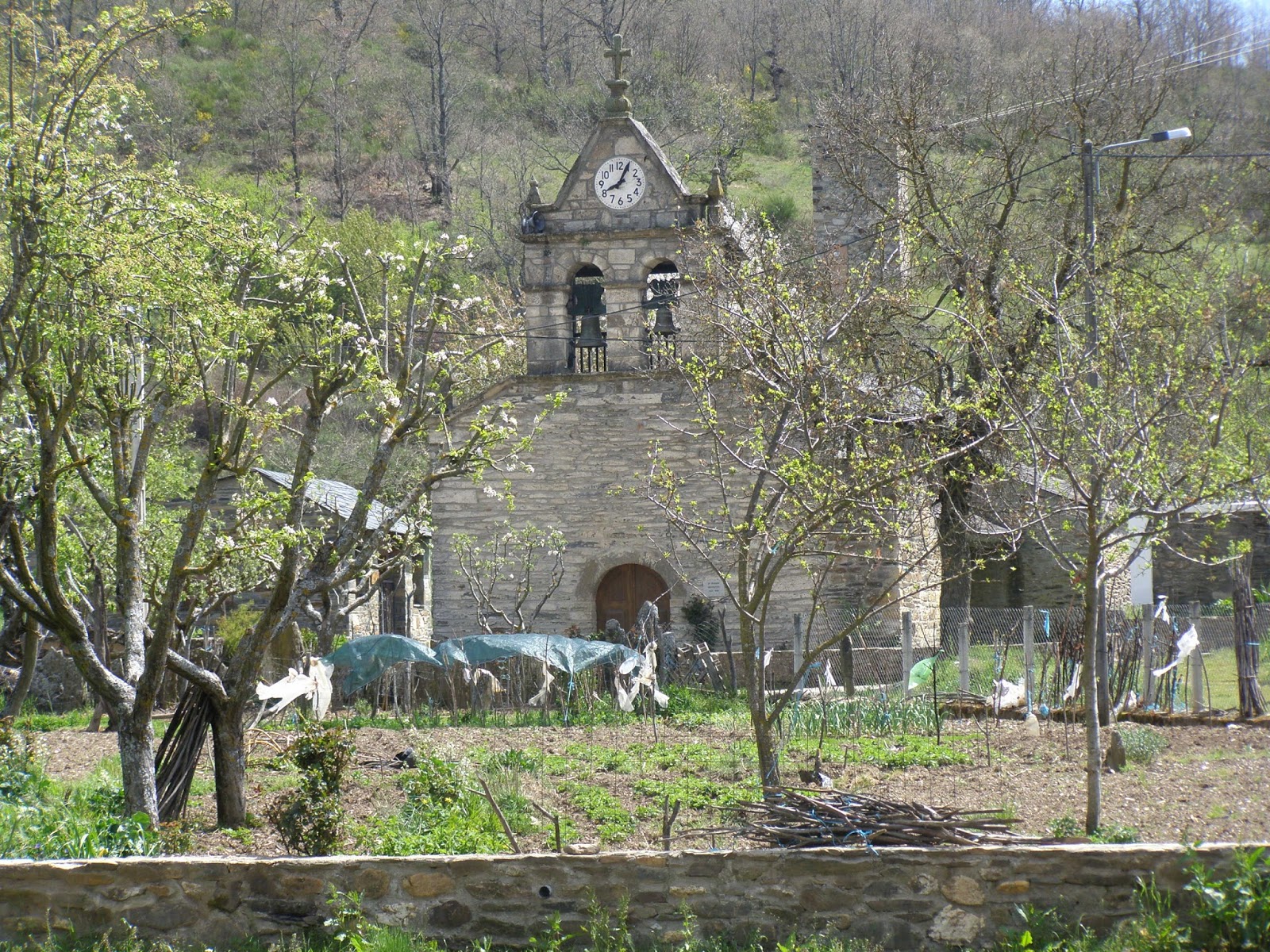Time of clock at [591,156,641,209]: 8:04
